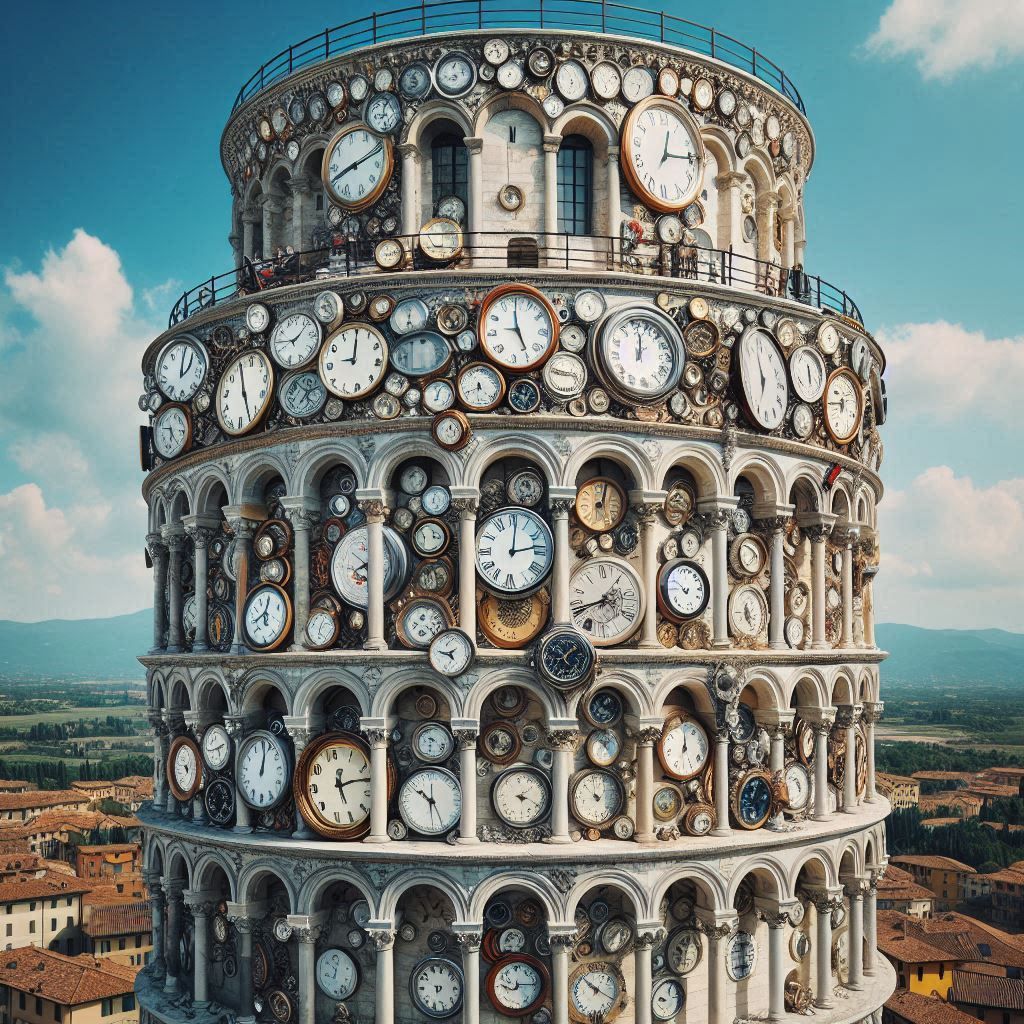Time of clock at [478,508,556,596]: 12:13
